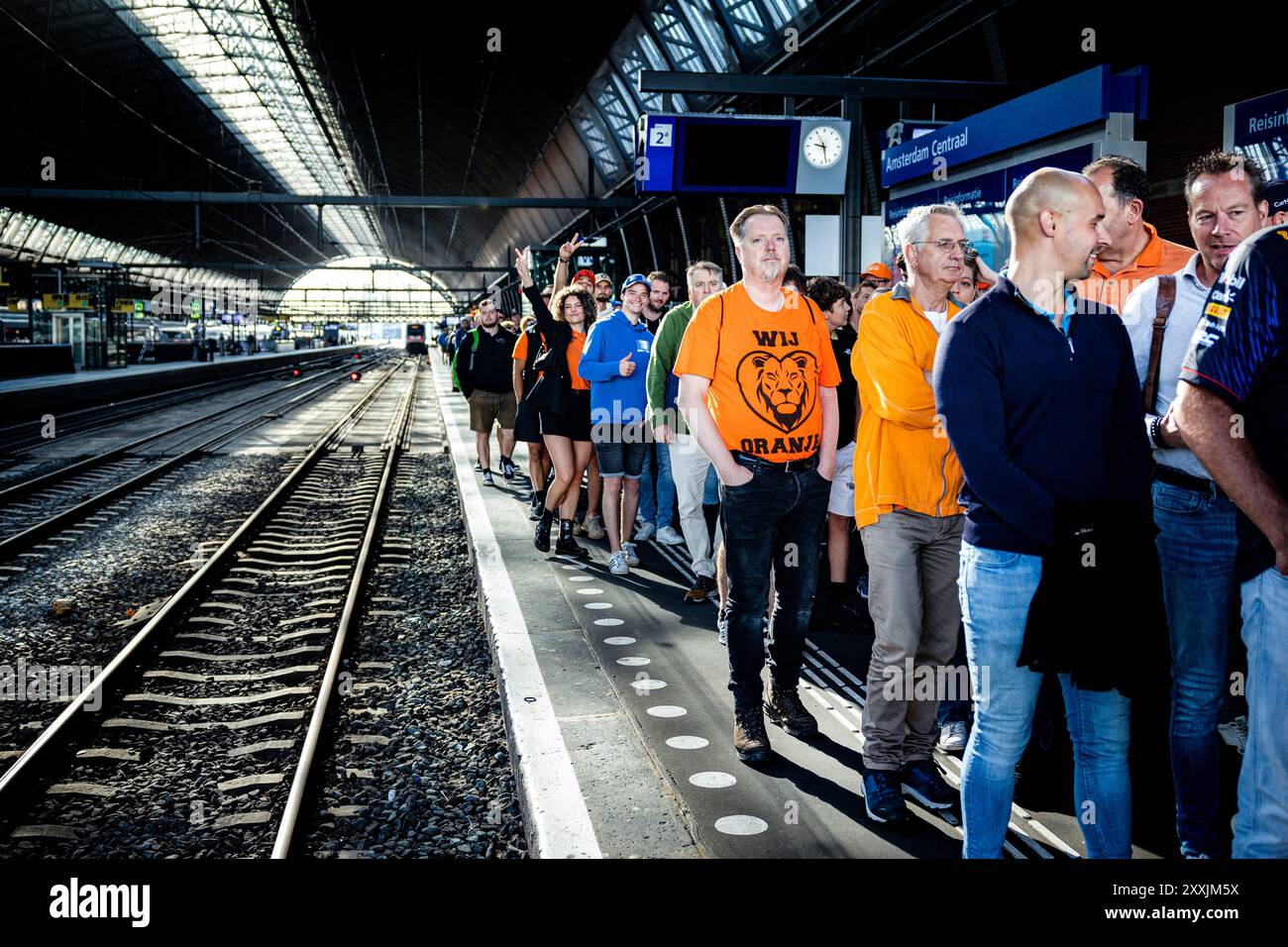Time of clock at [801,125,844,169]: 9:27
